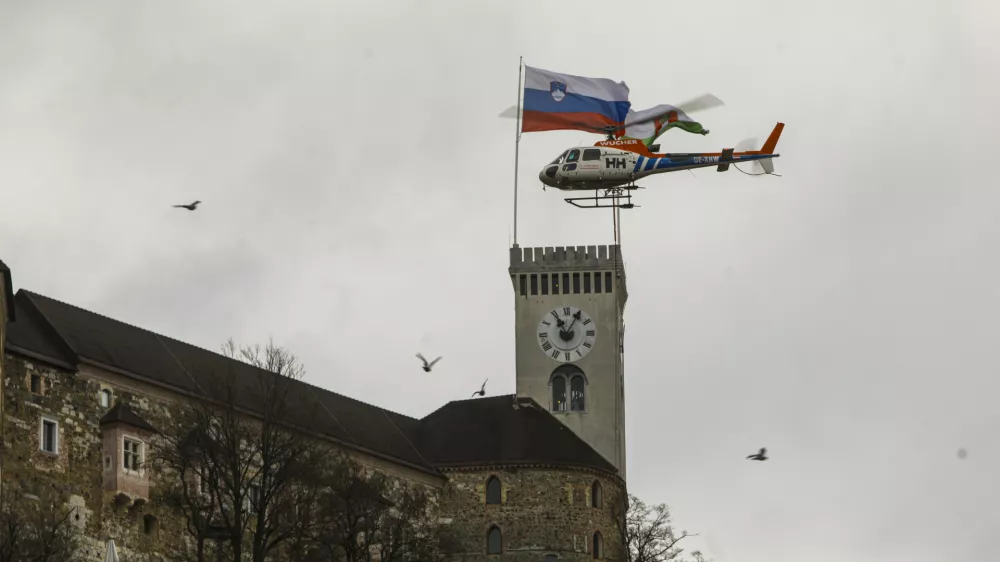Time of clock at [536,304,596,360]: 11:05
